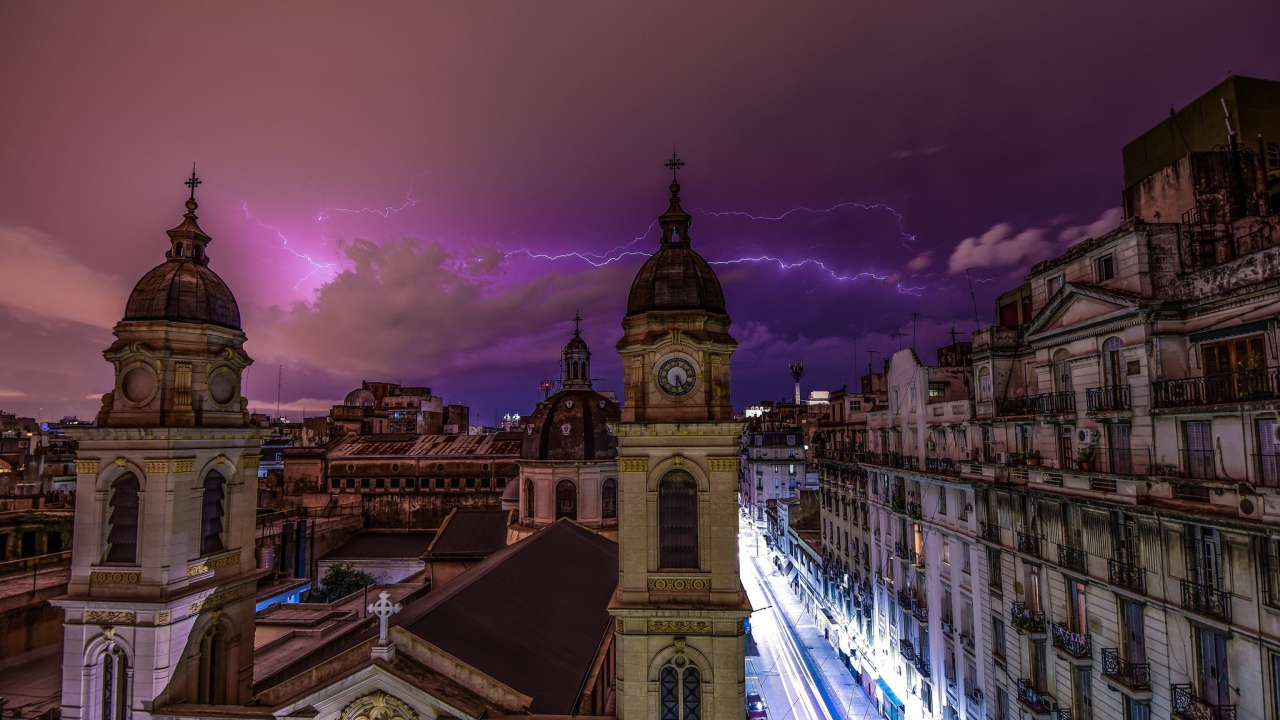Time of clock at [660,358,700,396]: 6:25
